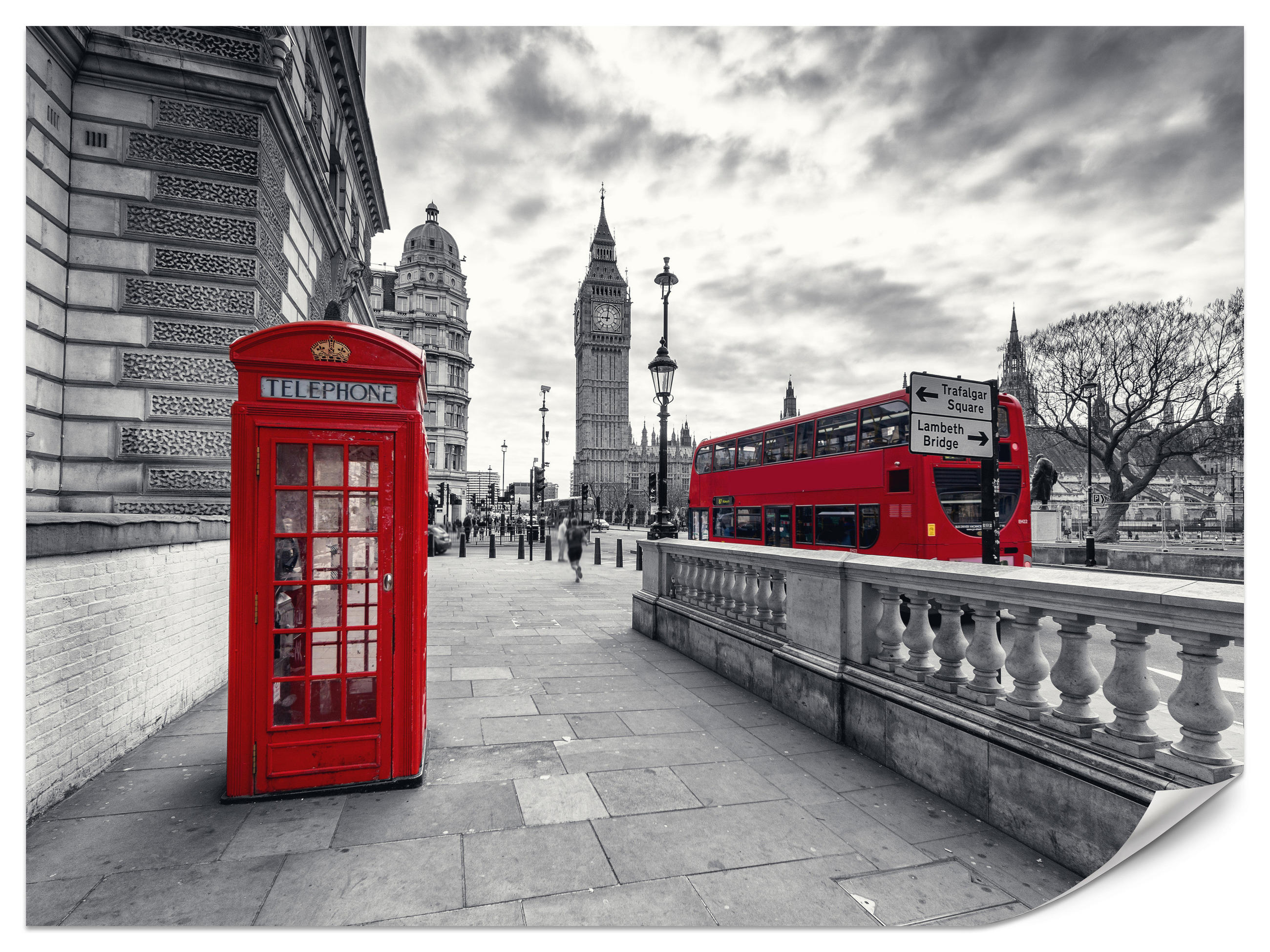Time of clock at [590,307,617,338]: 9:01
